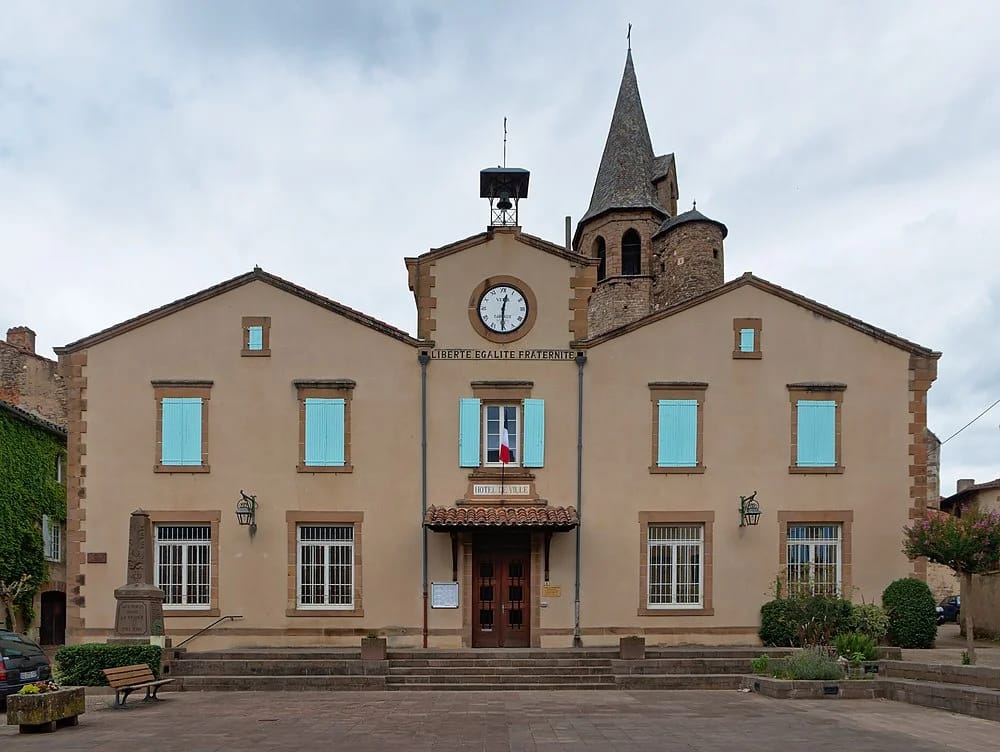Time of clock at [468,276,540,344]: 12:30
